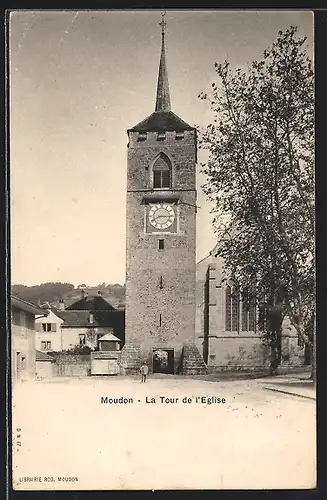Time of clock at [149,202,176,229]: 8:15
